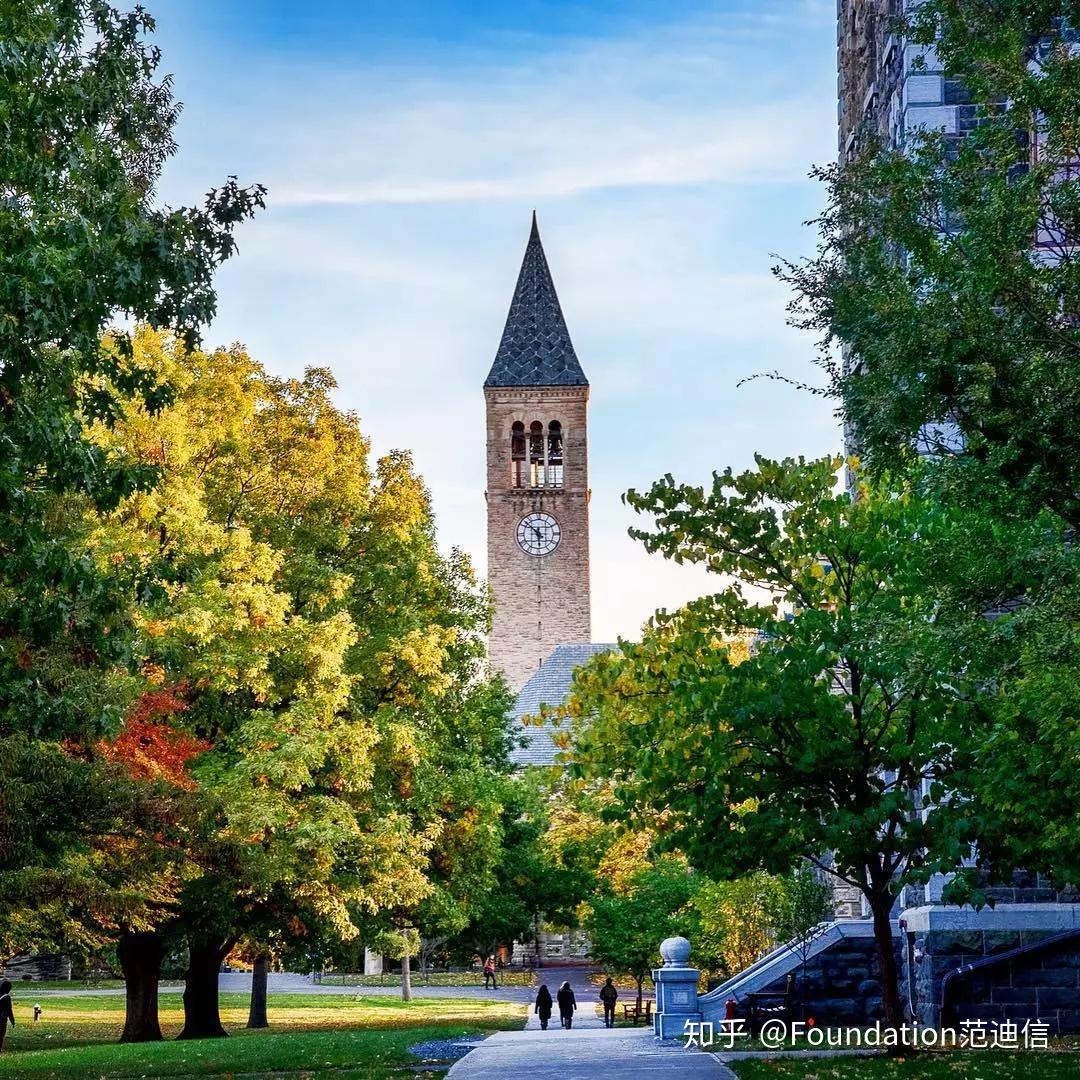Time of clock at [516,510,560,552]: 5:51
